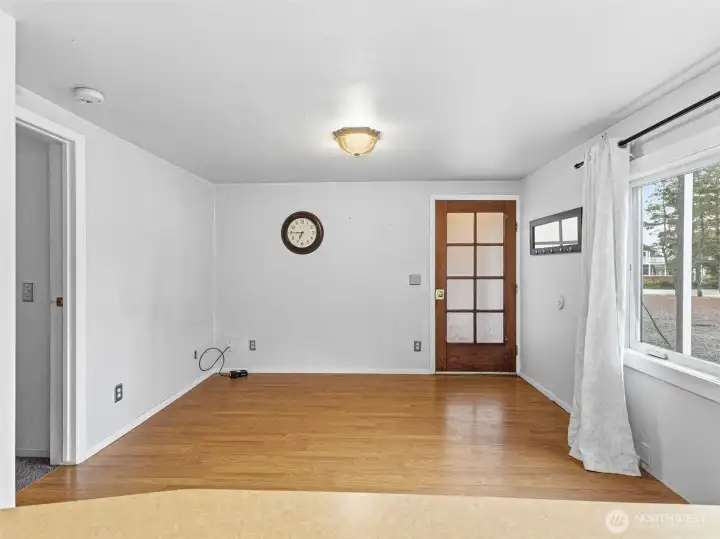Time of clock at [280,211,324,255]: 6:45
